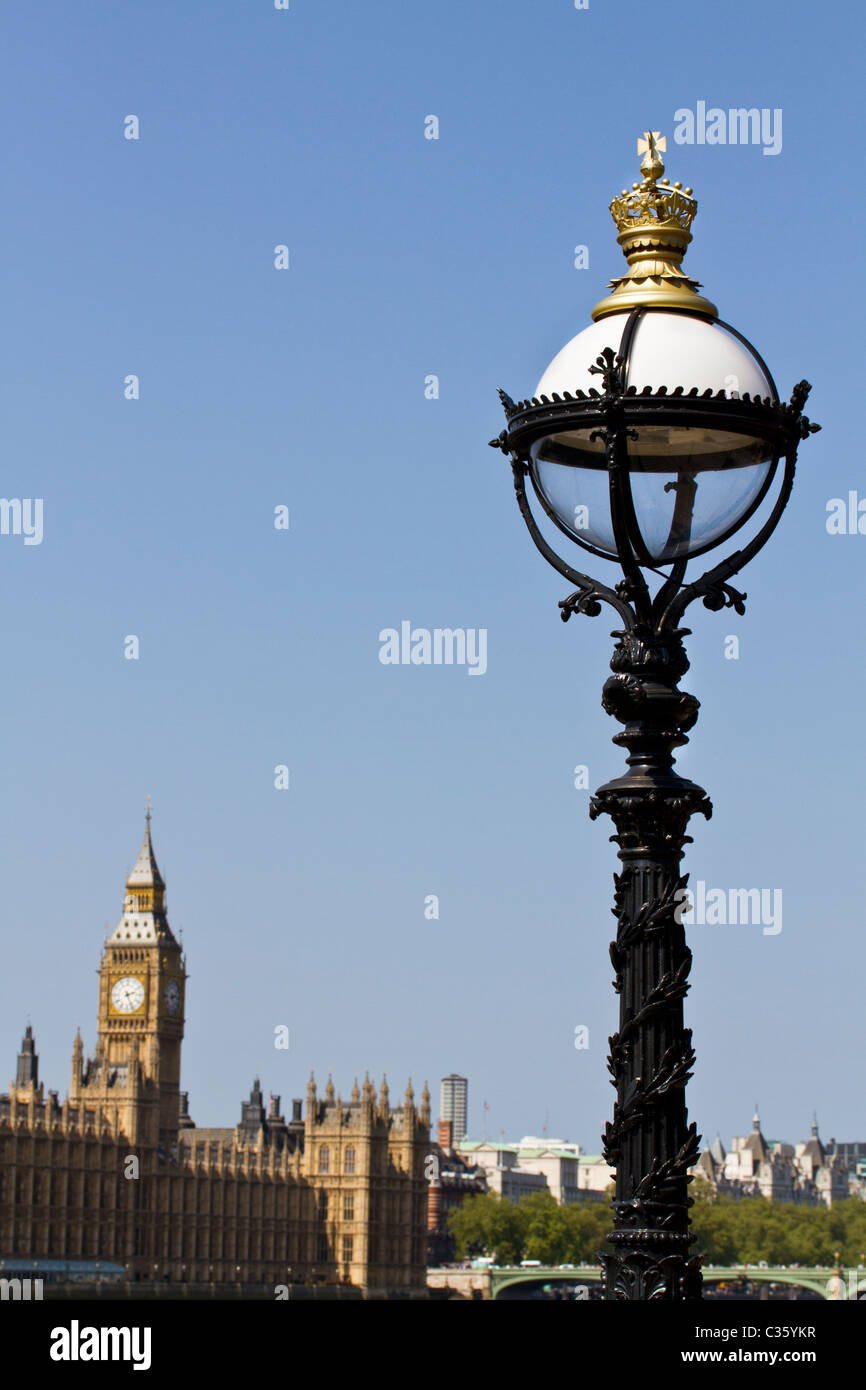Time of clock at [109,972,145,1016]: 2:26
